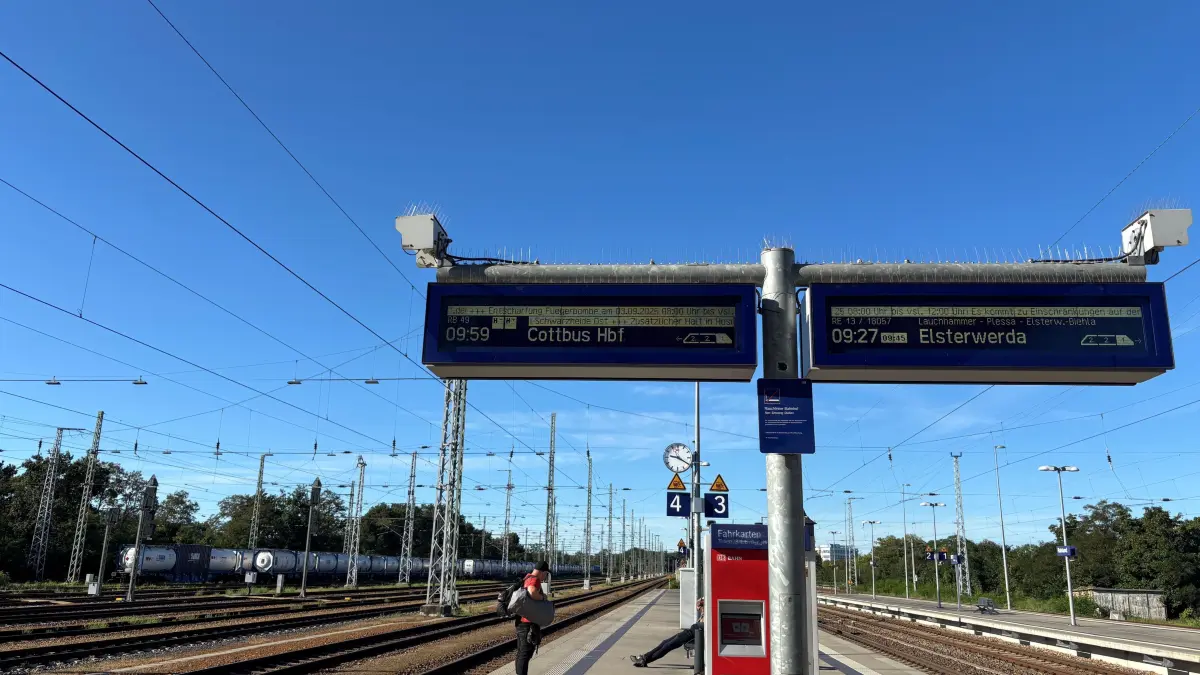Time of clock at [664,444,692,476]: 9:20
